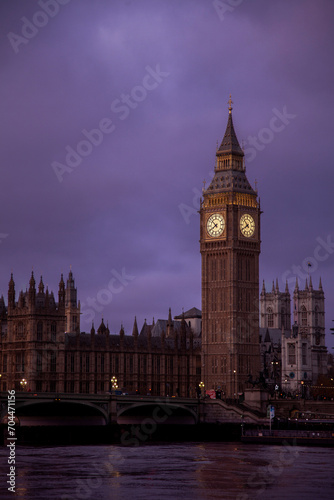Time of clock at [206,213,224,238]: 7:52
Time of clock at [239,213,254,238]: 7:52
